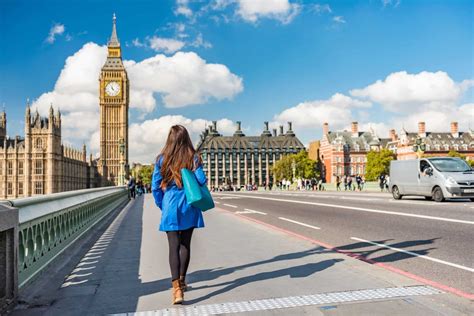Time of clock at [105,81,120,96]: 11:22
